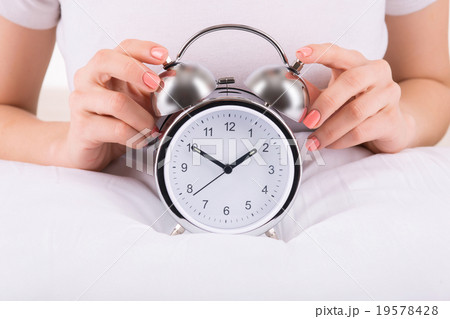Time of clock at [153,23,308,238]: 1:50
